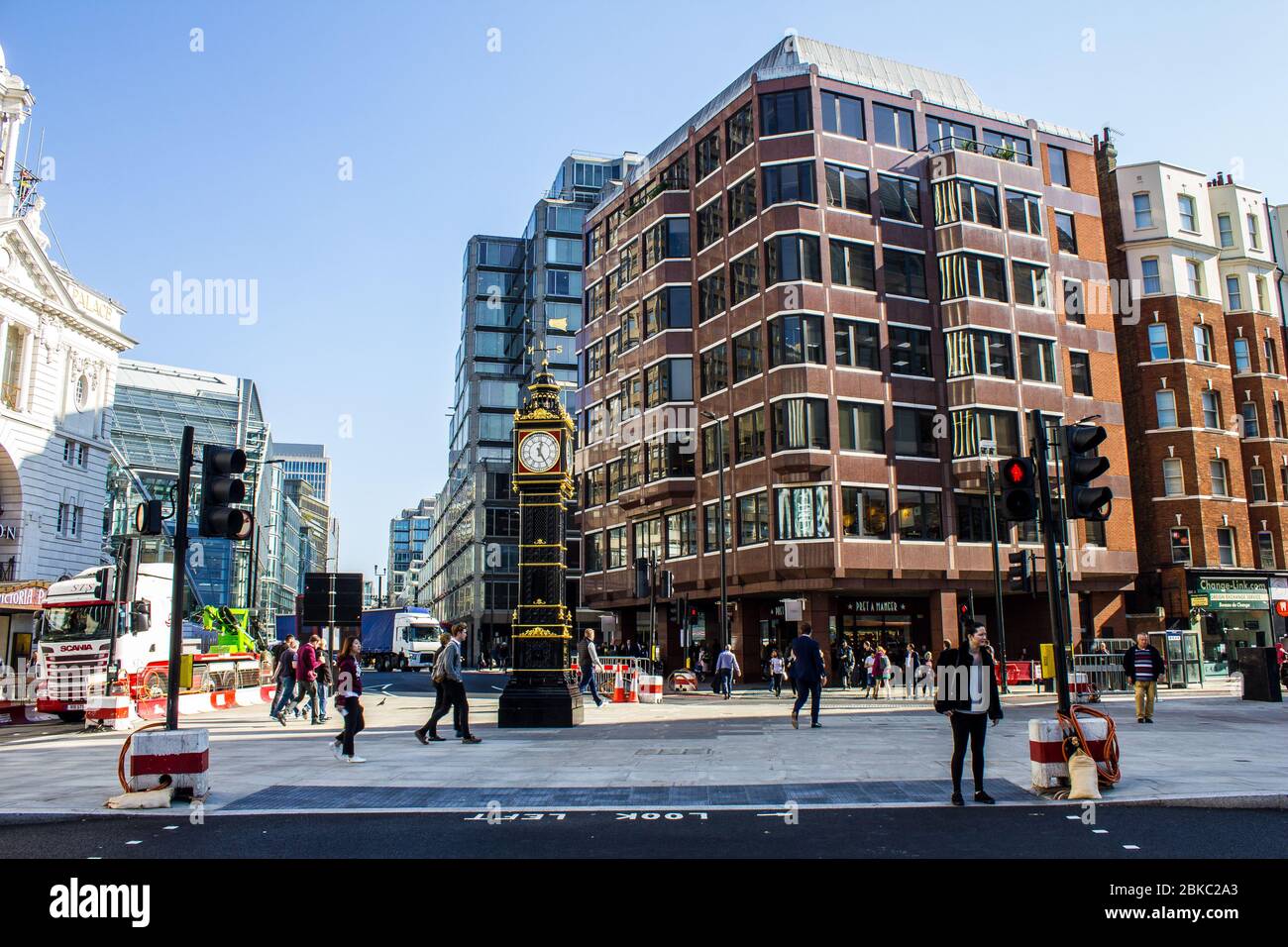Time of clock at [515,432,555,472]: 12:24
